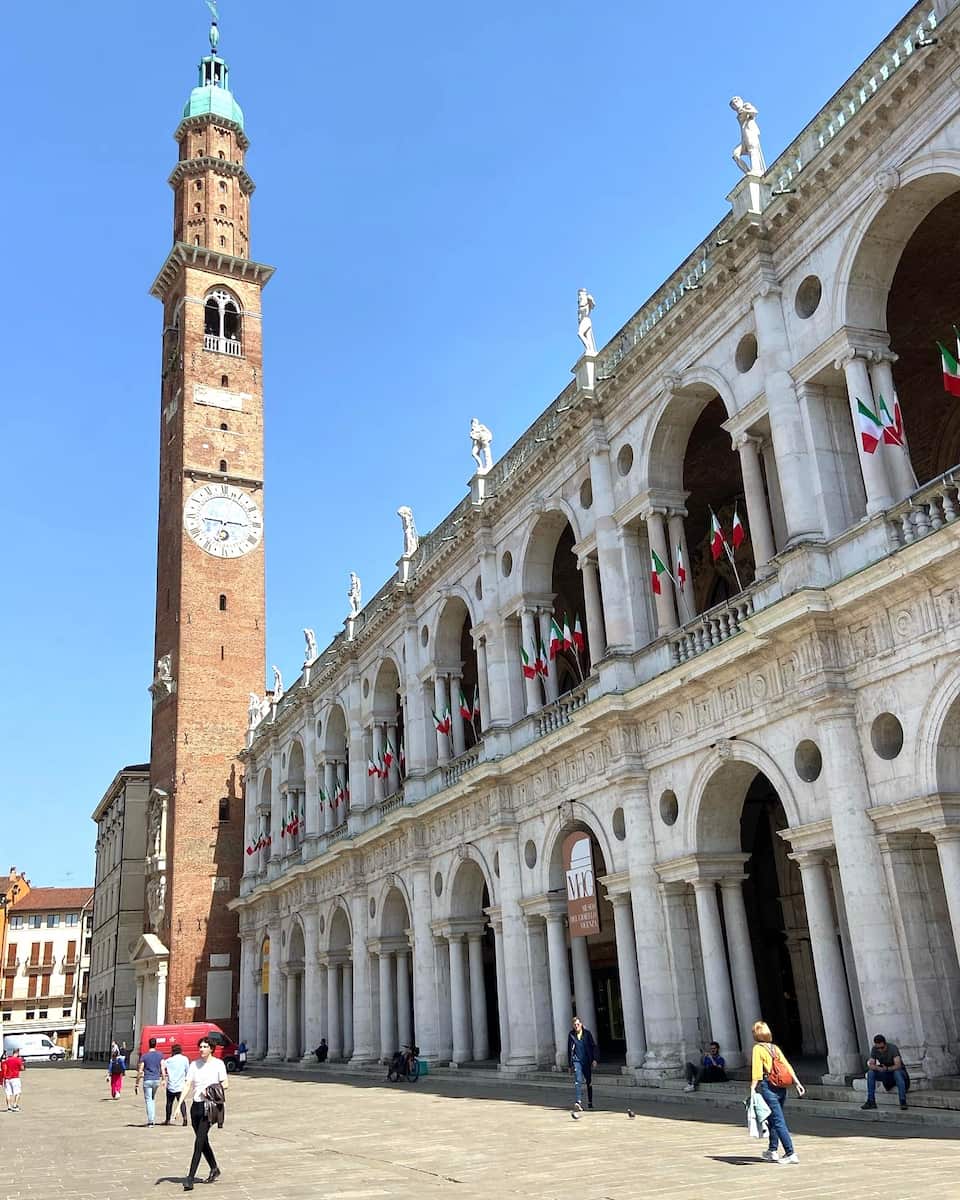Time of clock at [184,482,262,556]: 9:15
